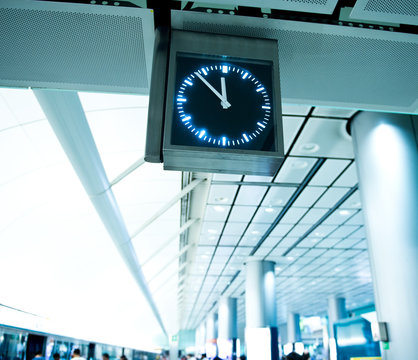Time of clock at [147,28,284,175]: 11:52
